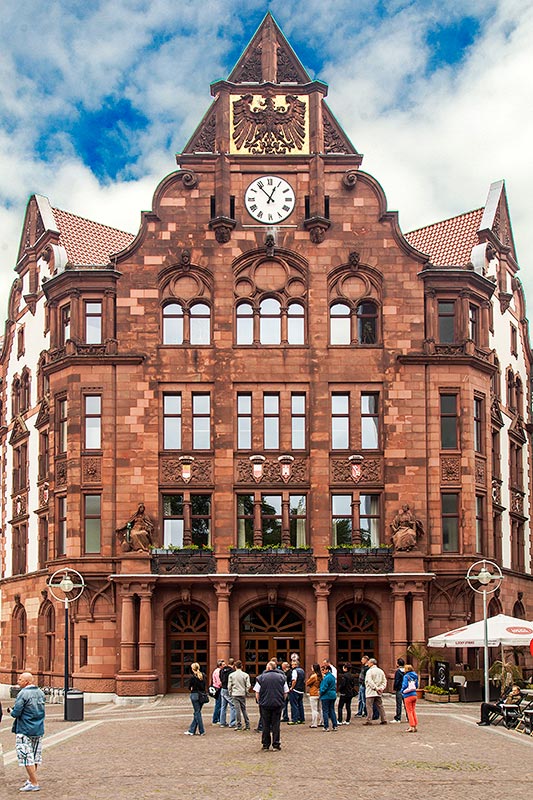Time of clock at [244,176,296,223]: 12:53
